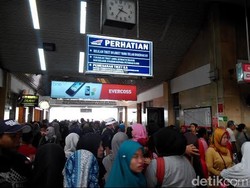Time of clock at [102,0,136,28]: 3:35
